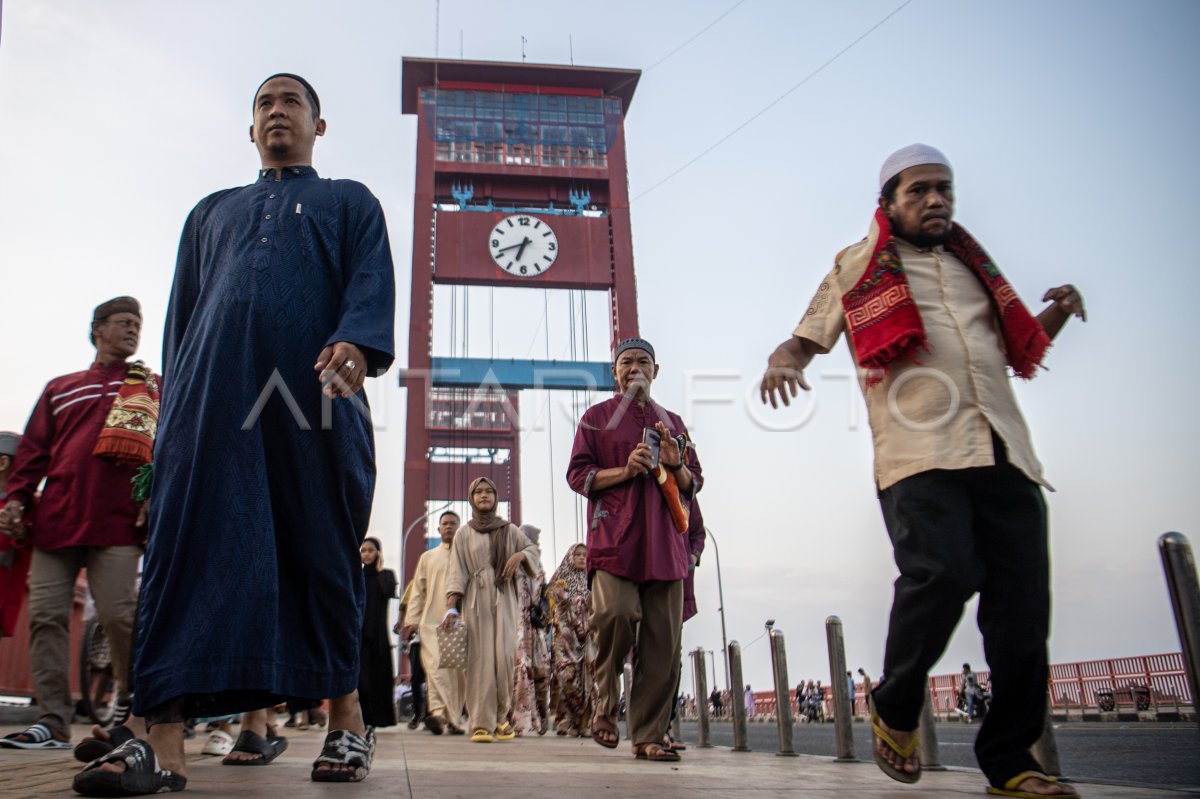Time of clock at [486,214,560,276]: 6:41
